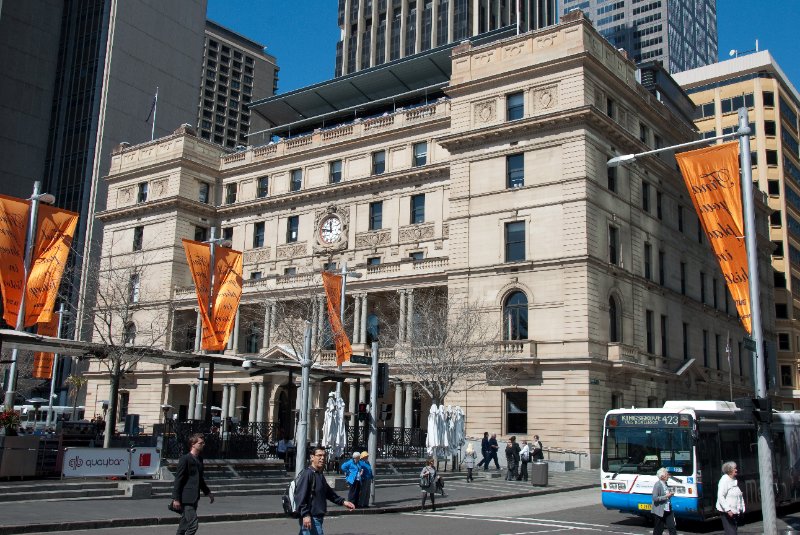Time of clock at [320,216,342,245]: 11:46
